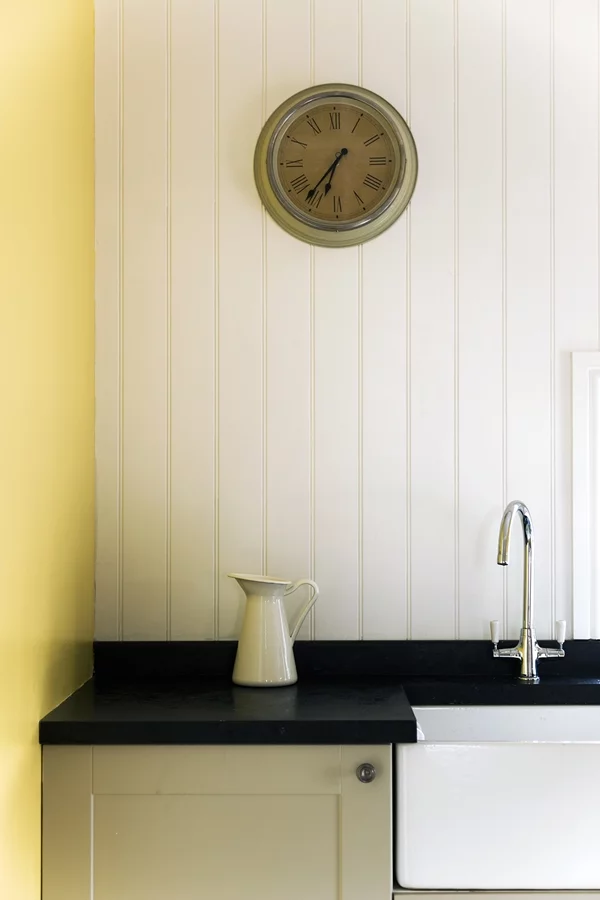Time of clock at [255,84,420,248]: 6:36
